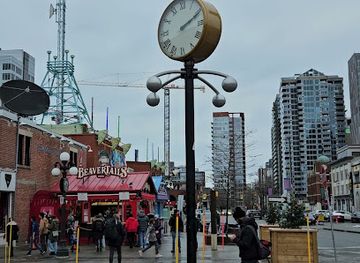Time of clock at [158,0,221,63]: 2:11
